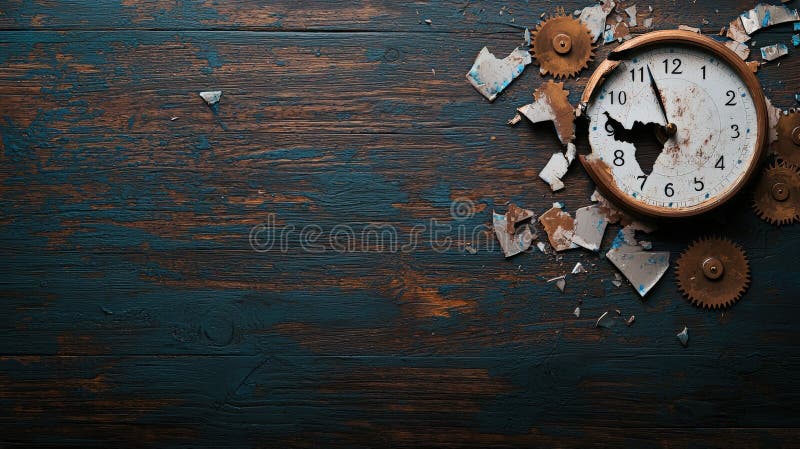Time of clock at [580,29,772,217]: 8:56
